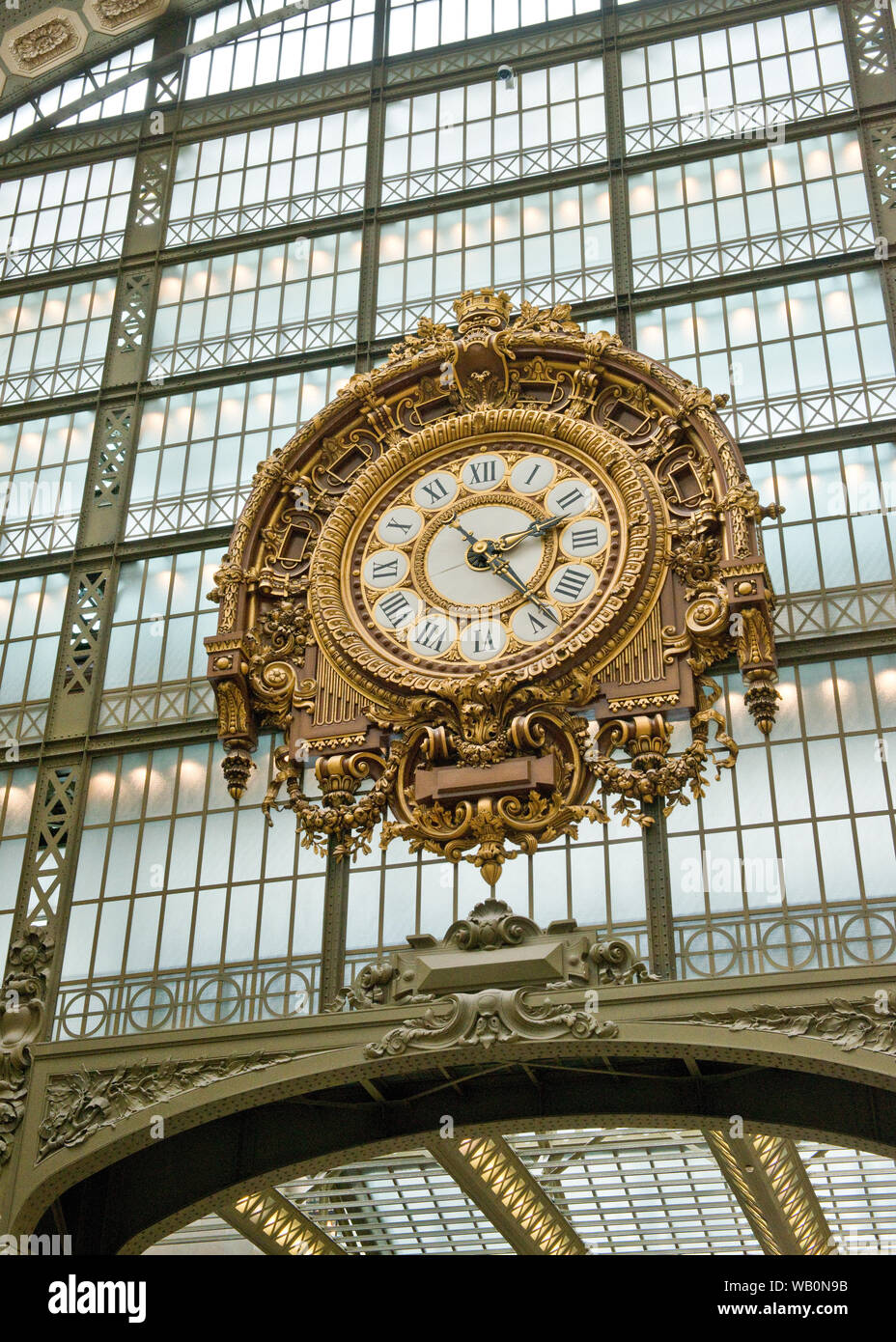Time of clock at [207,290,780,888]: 2:21
